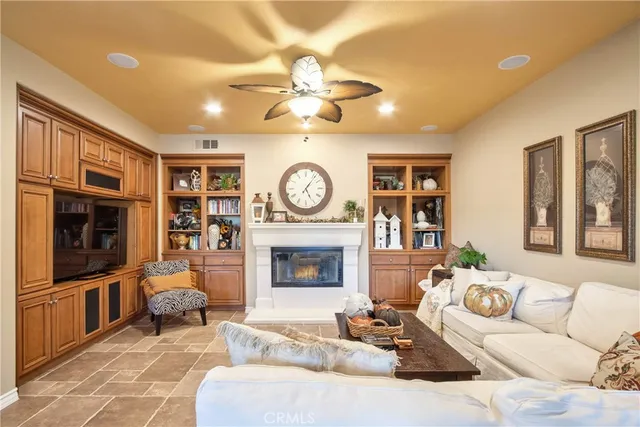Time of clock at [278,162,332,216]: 5:06
